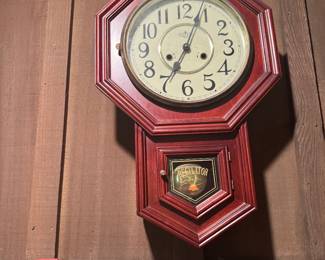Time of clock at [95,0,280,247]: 7:03
